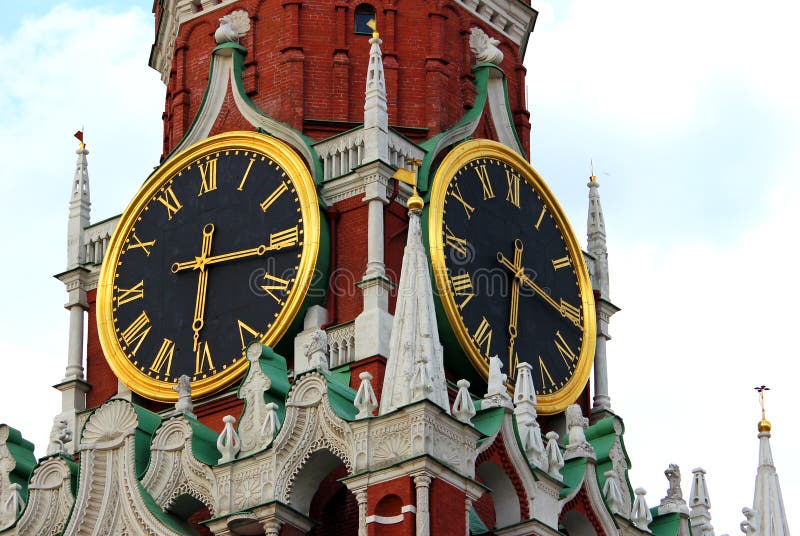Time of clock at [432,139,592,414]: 6:15
